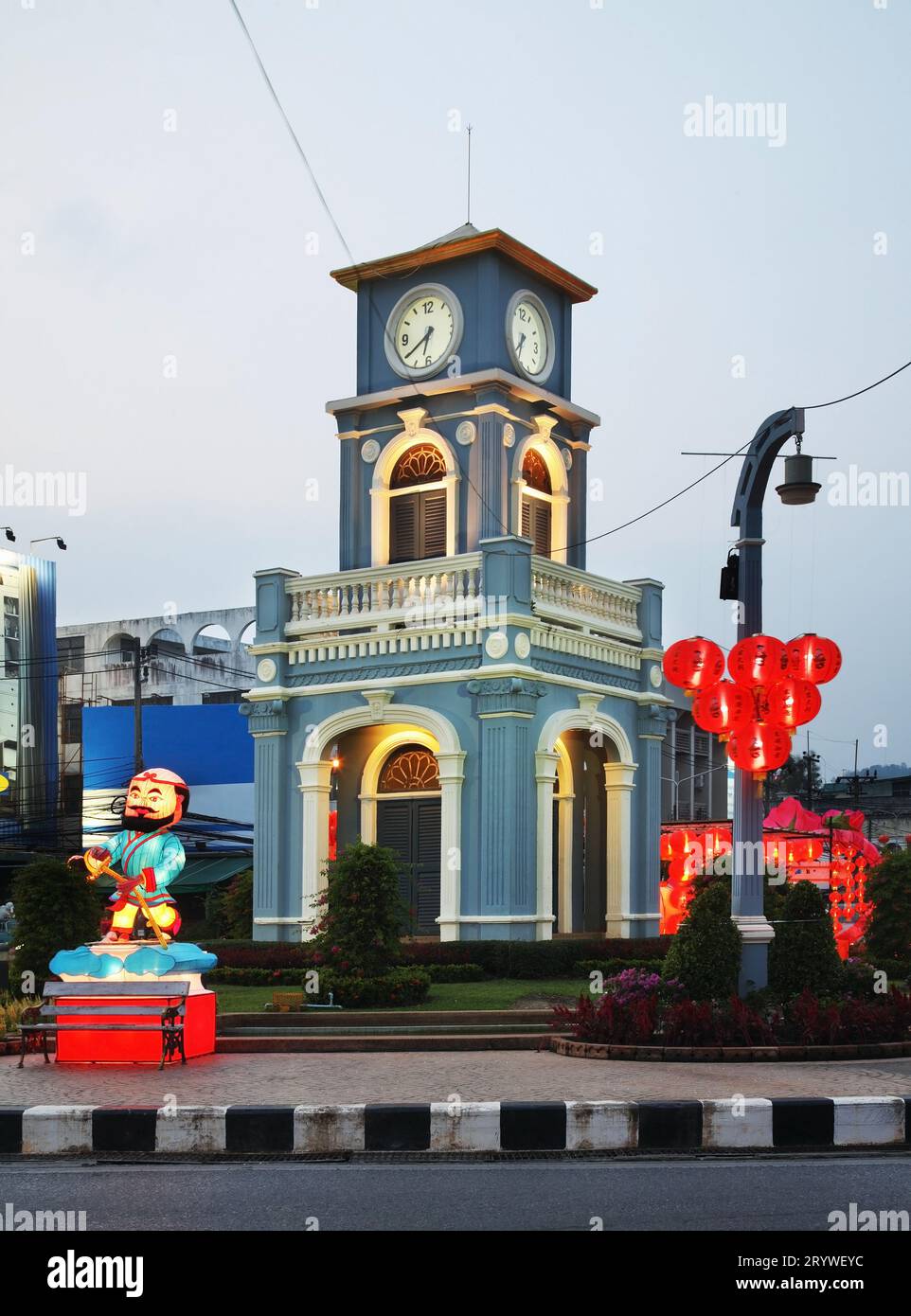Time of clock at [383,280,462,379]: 6:39
